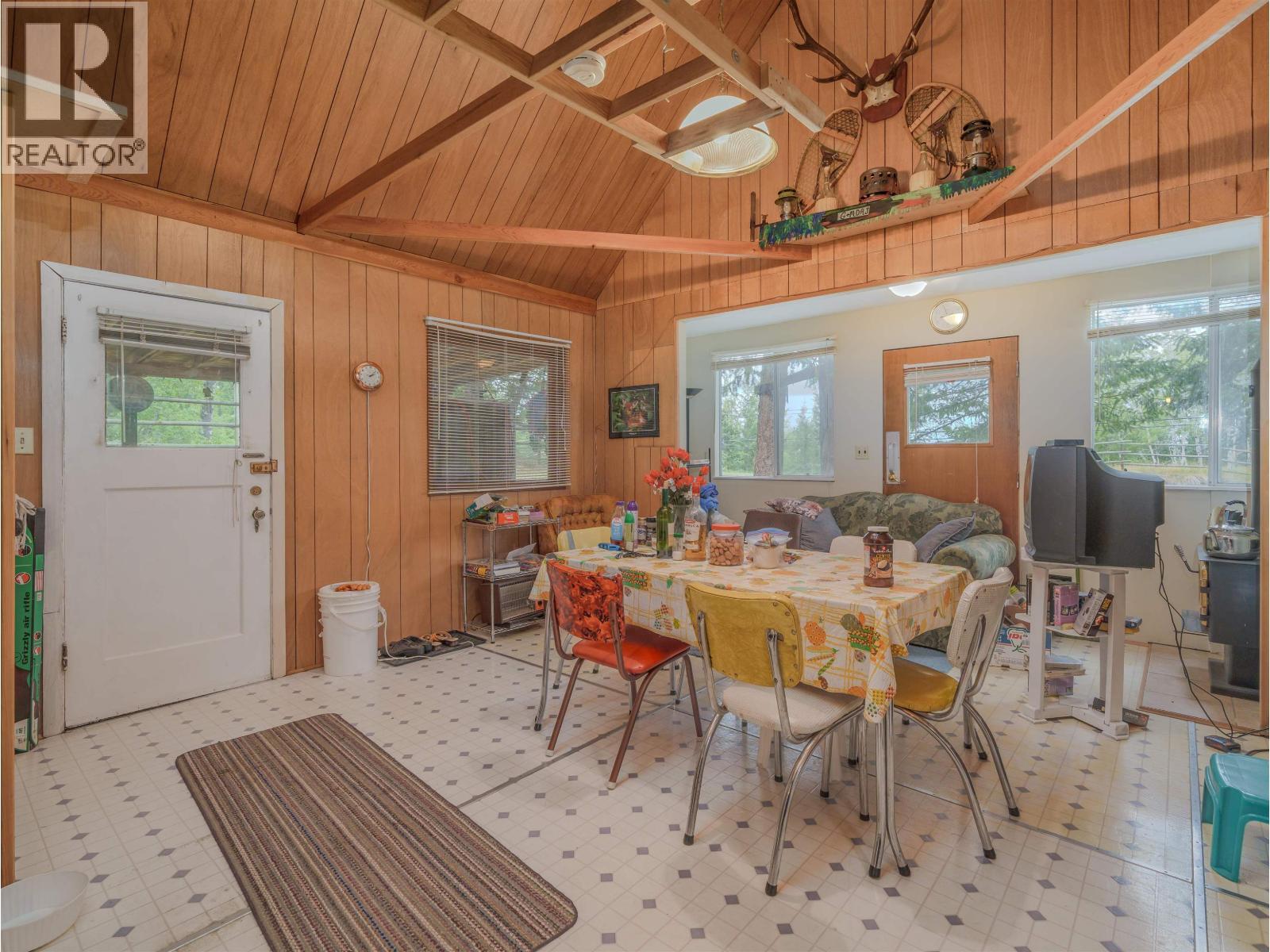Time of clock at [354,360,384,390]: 2:07
